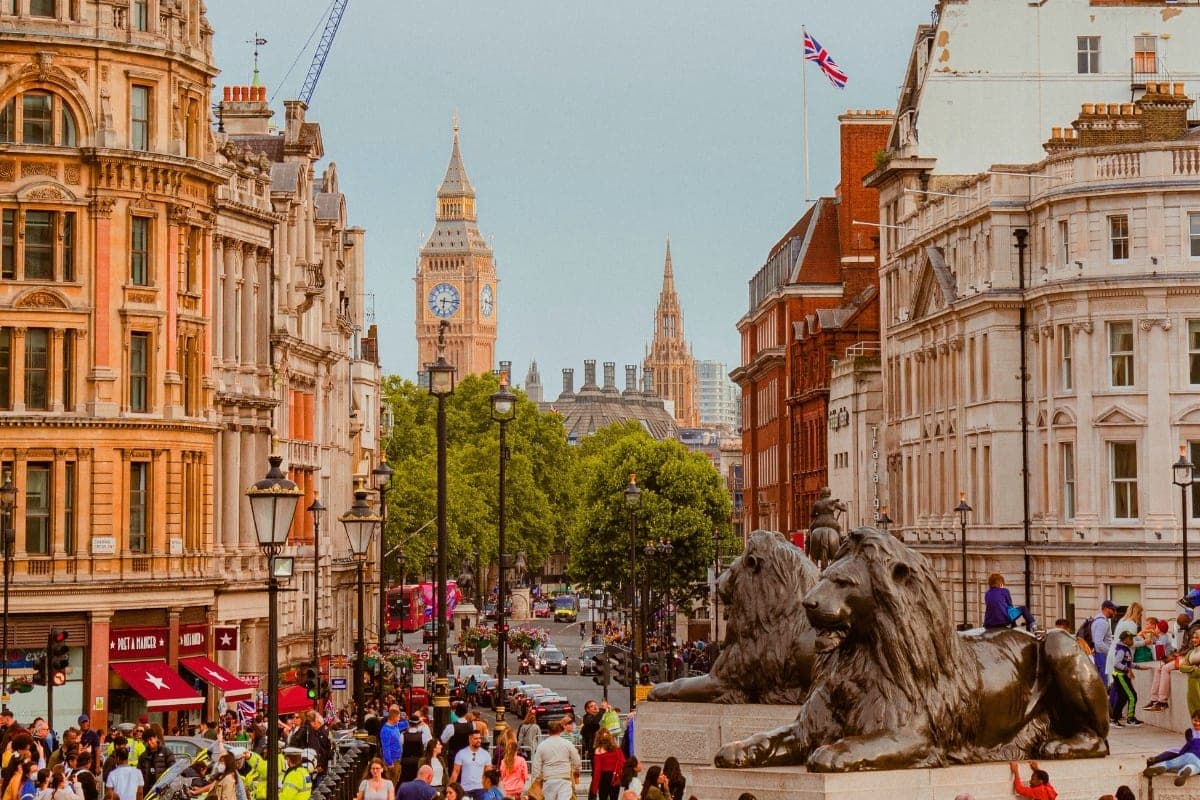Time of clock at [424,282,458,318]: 6:16
